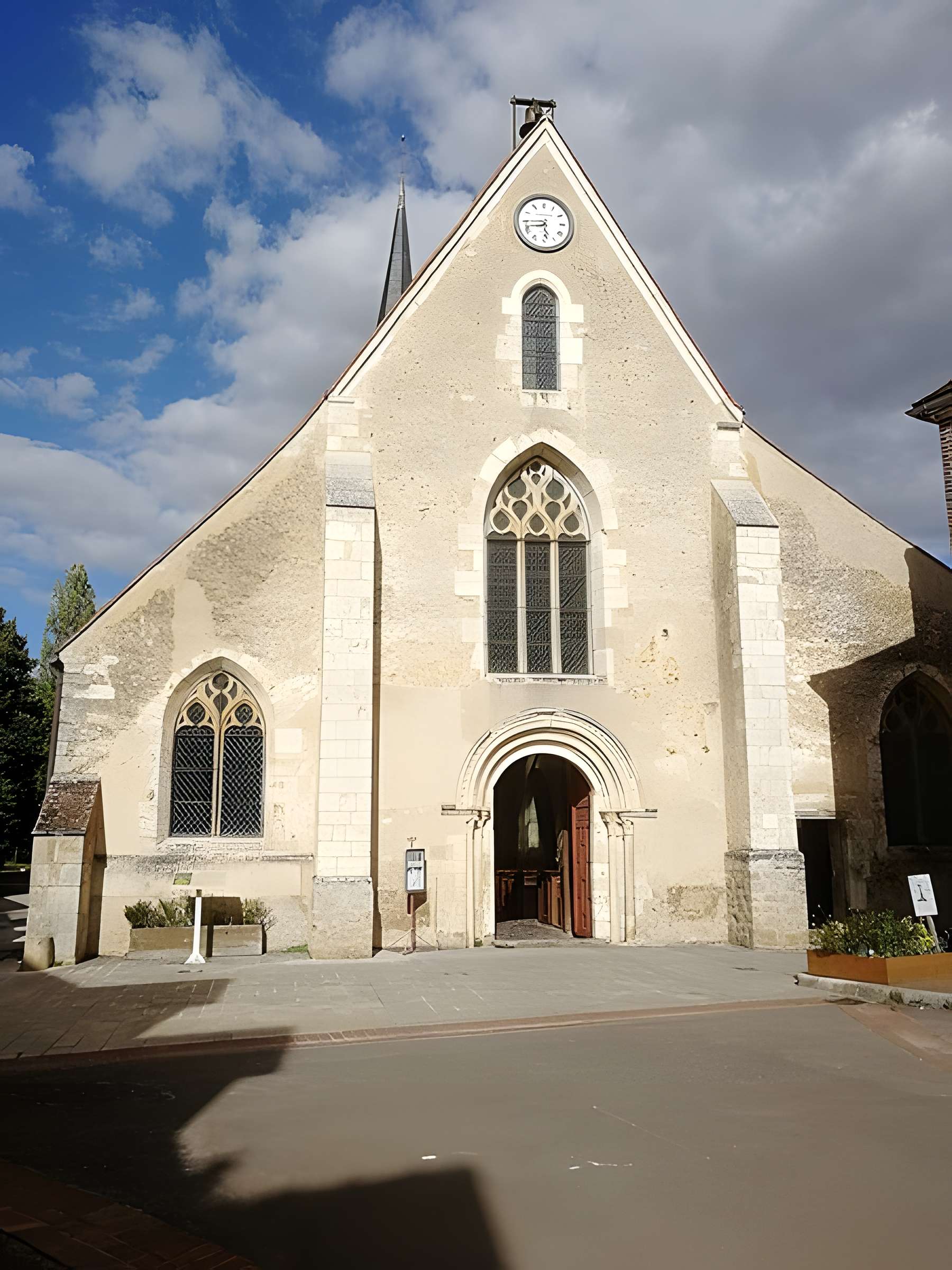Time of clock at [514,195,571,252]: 5:44
